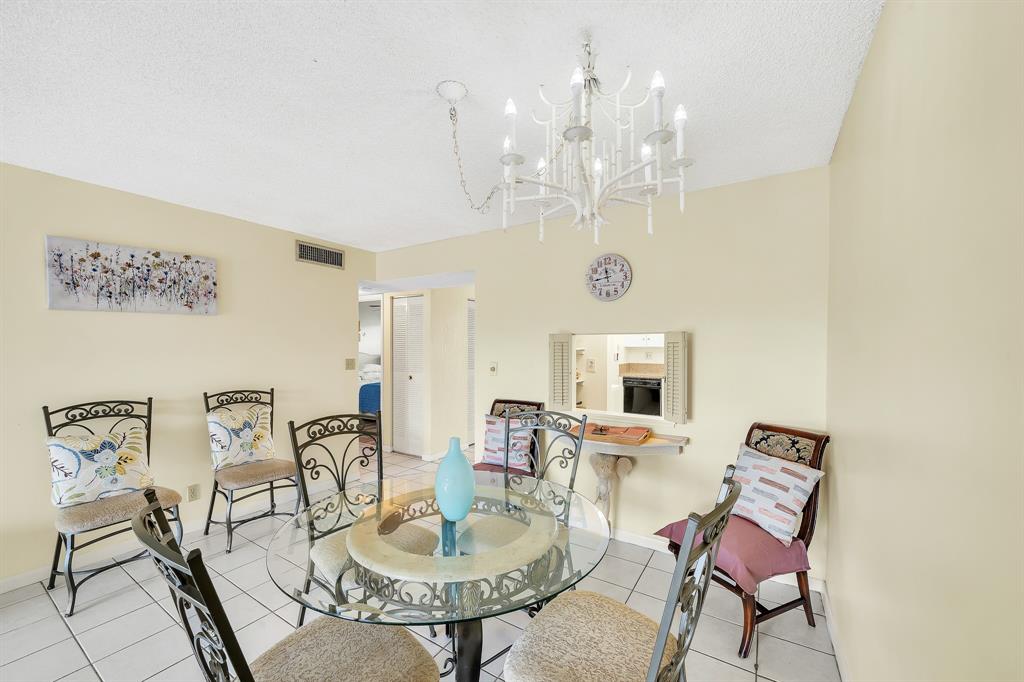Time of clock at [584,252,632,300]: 11:43
